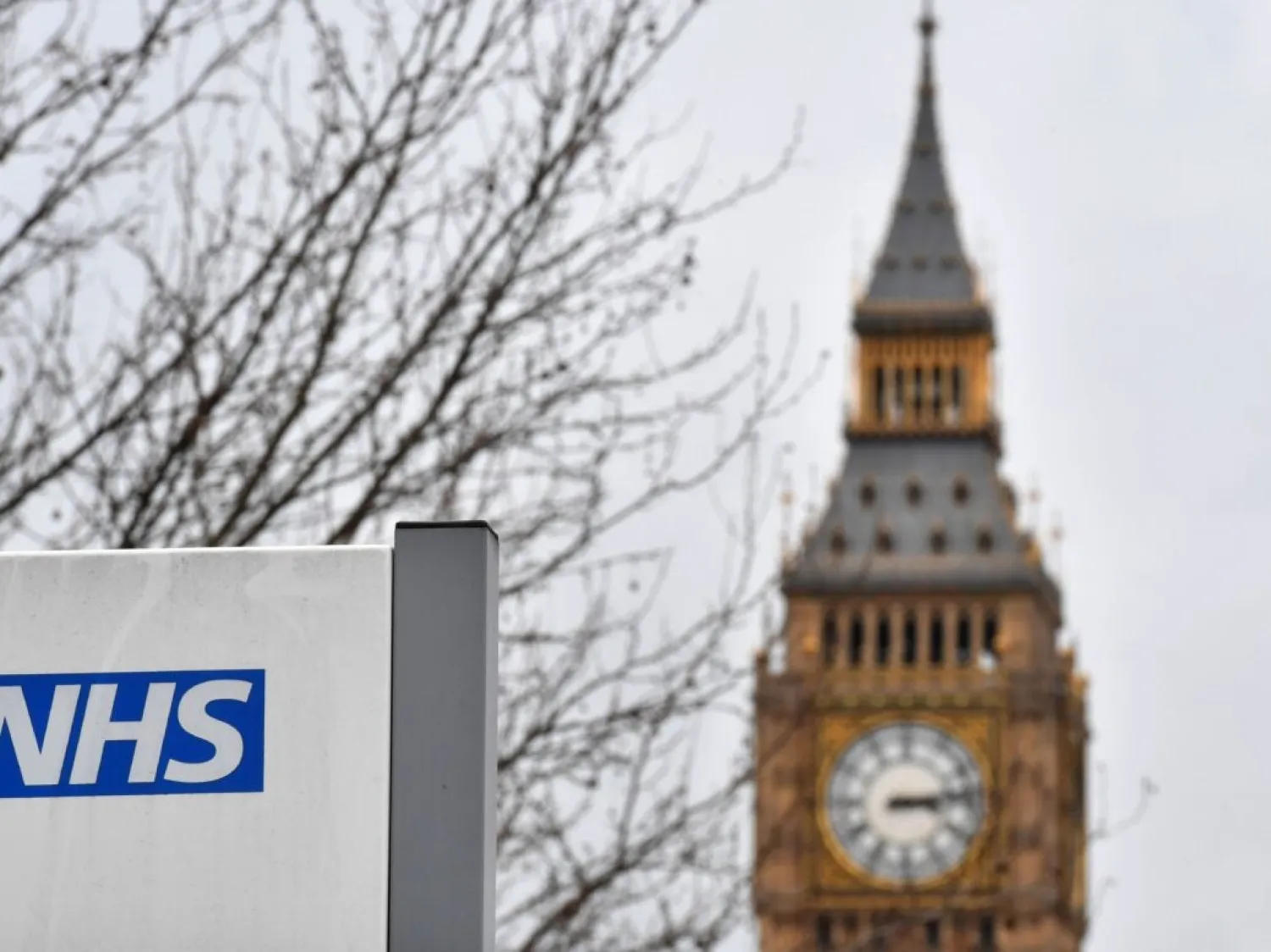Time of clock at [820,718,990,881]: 3:13
